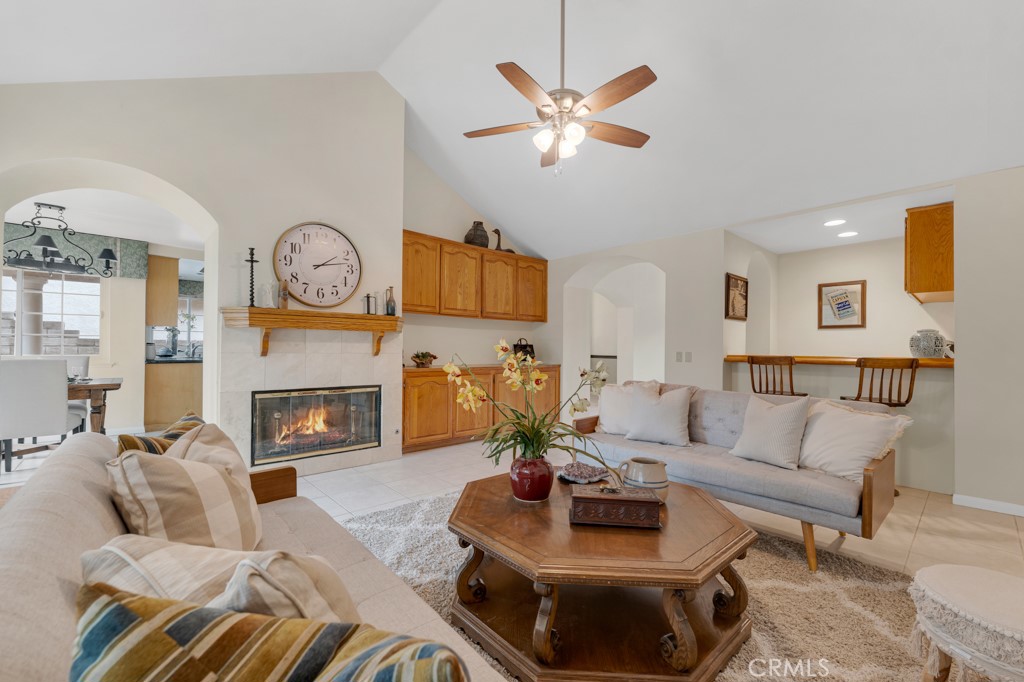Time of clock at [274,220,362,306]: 2:13
